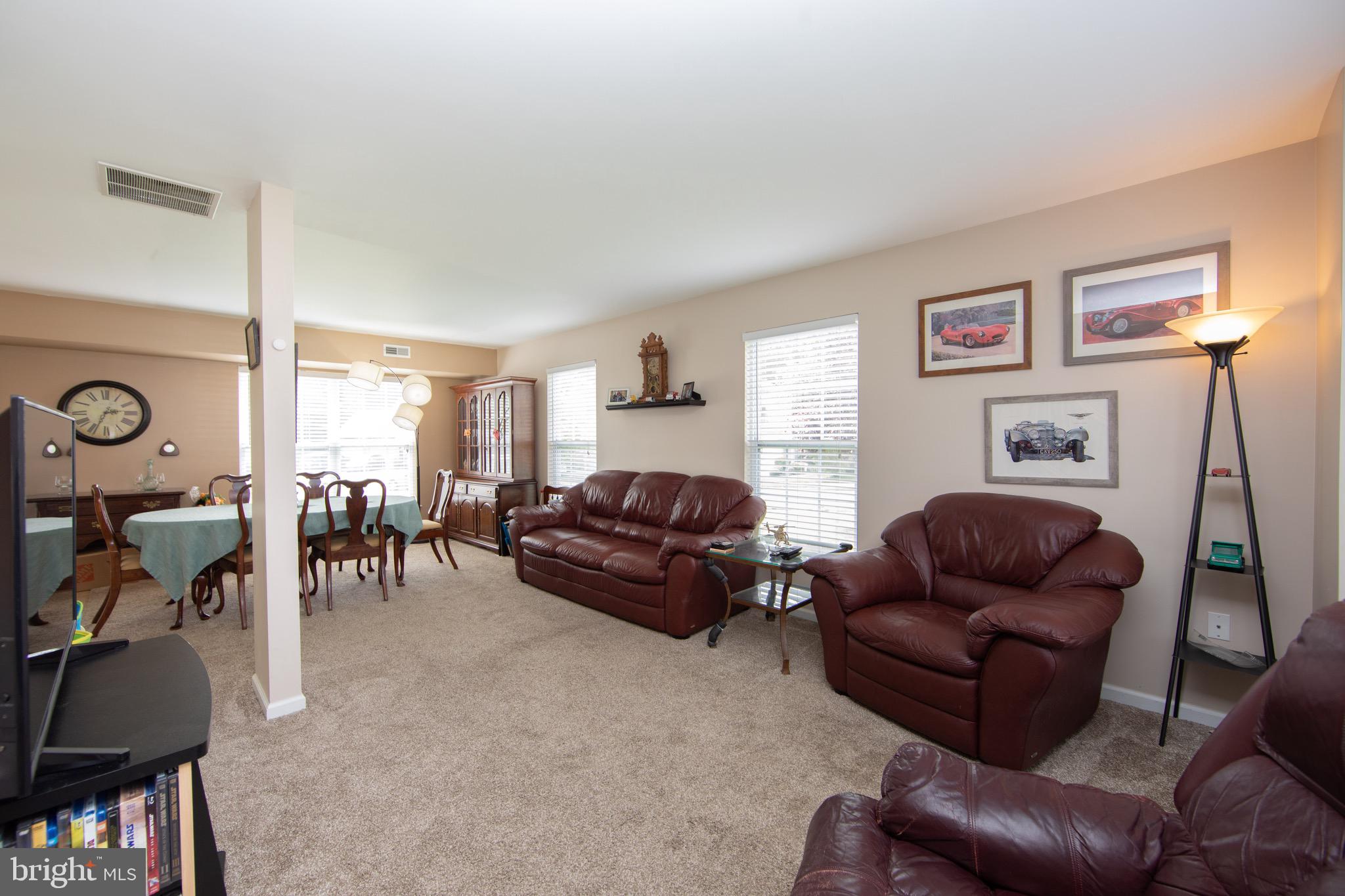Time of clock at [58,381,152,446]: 2:33
